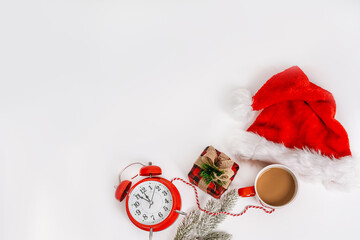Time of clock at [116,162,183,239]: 10:50
